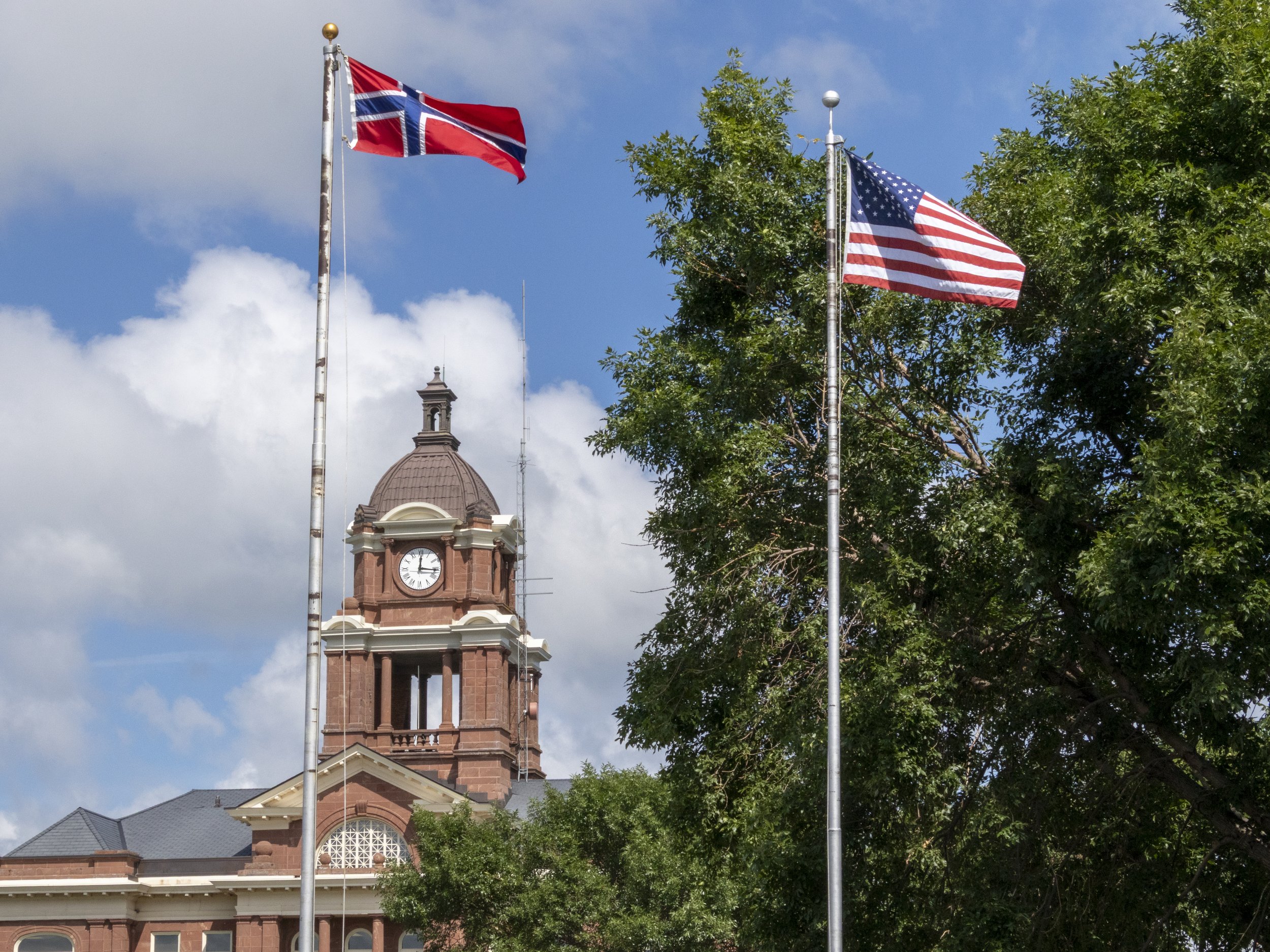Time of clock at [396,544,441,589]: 12:15
